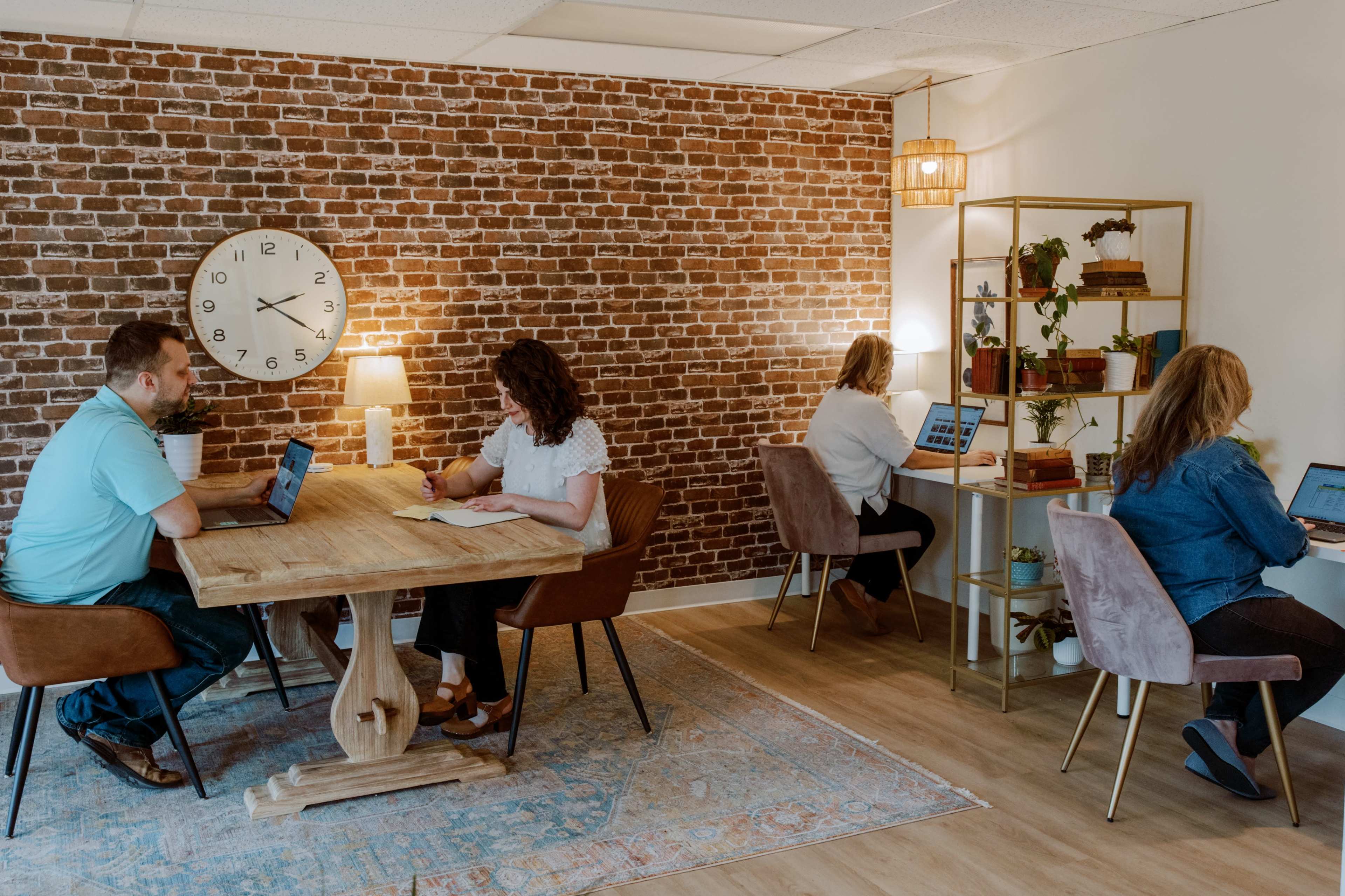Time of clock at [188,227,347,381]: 2:20
